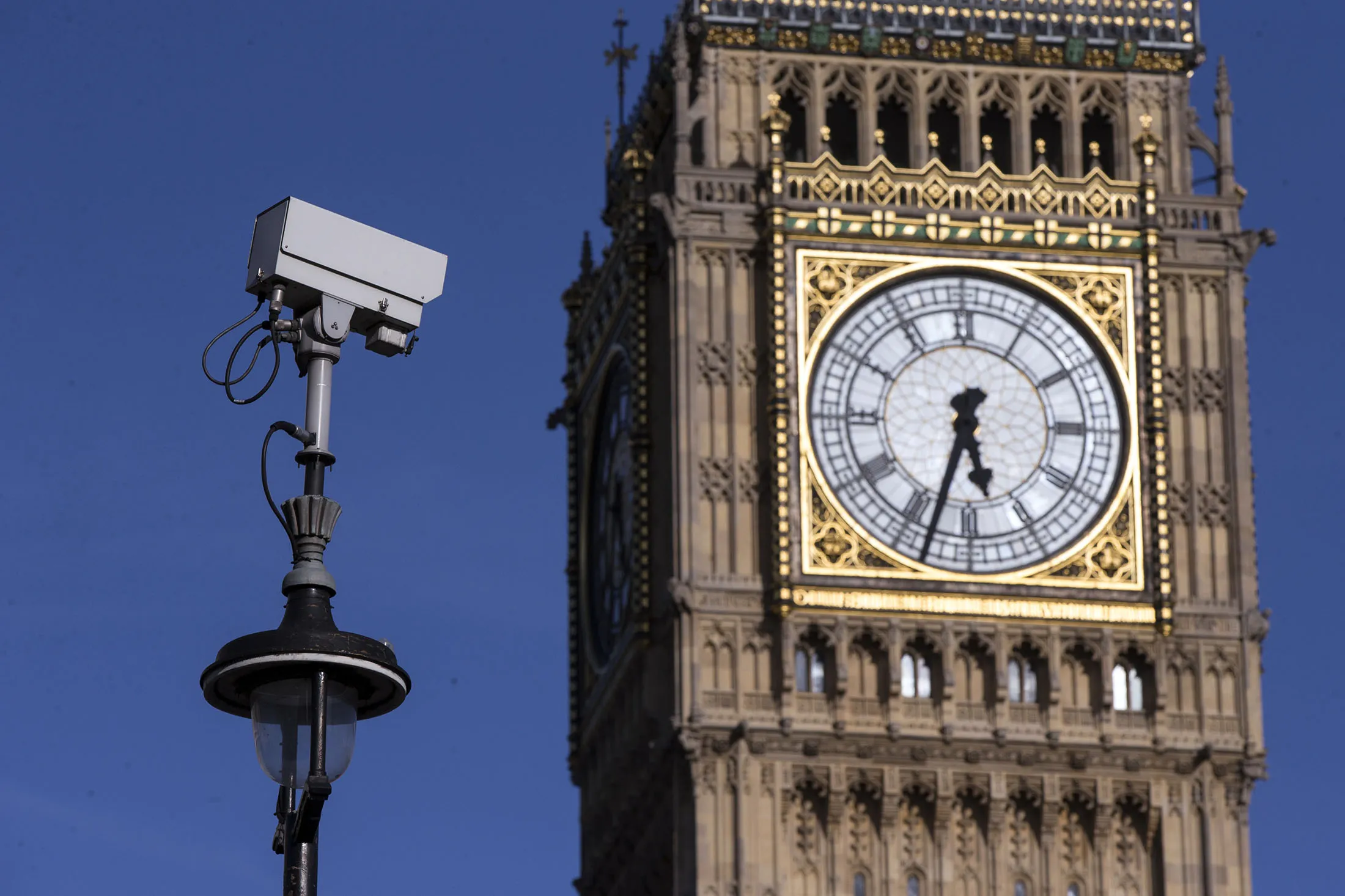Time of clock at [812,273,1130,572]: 5:33
